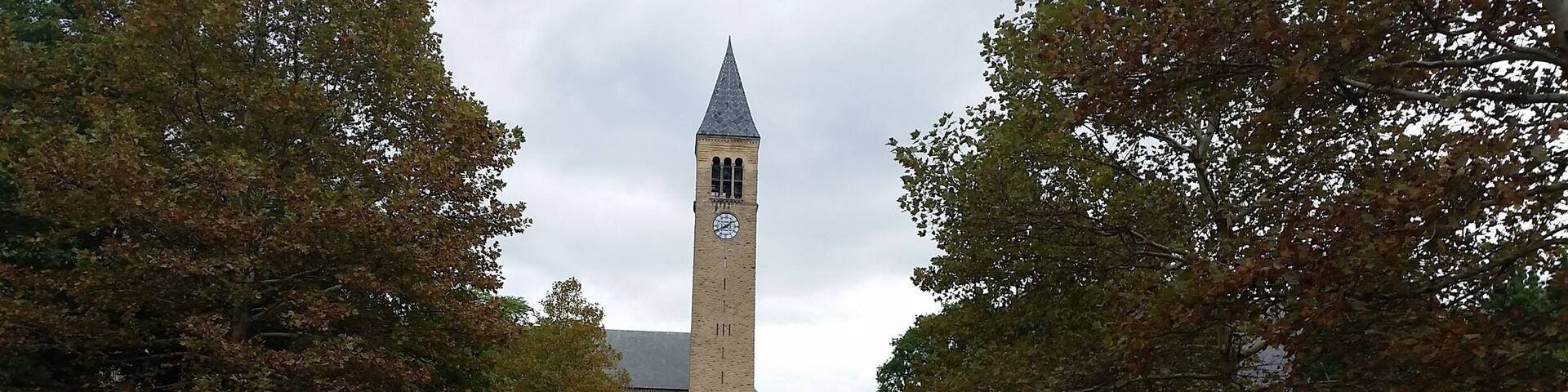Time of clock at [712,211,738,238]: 1:40
